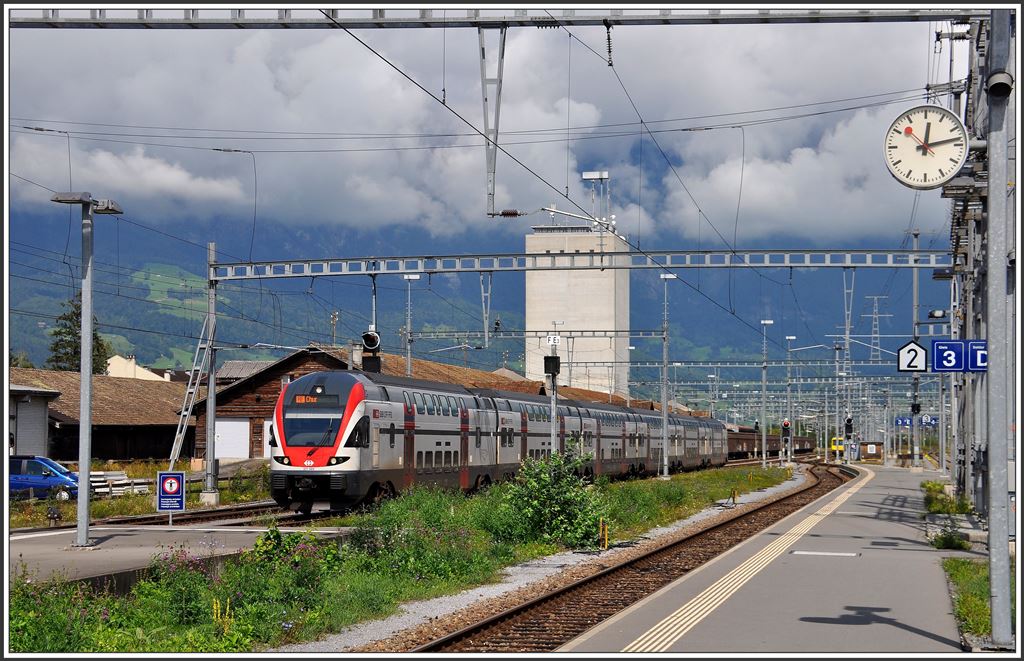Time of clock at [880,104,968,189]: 12:13
